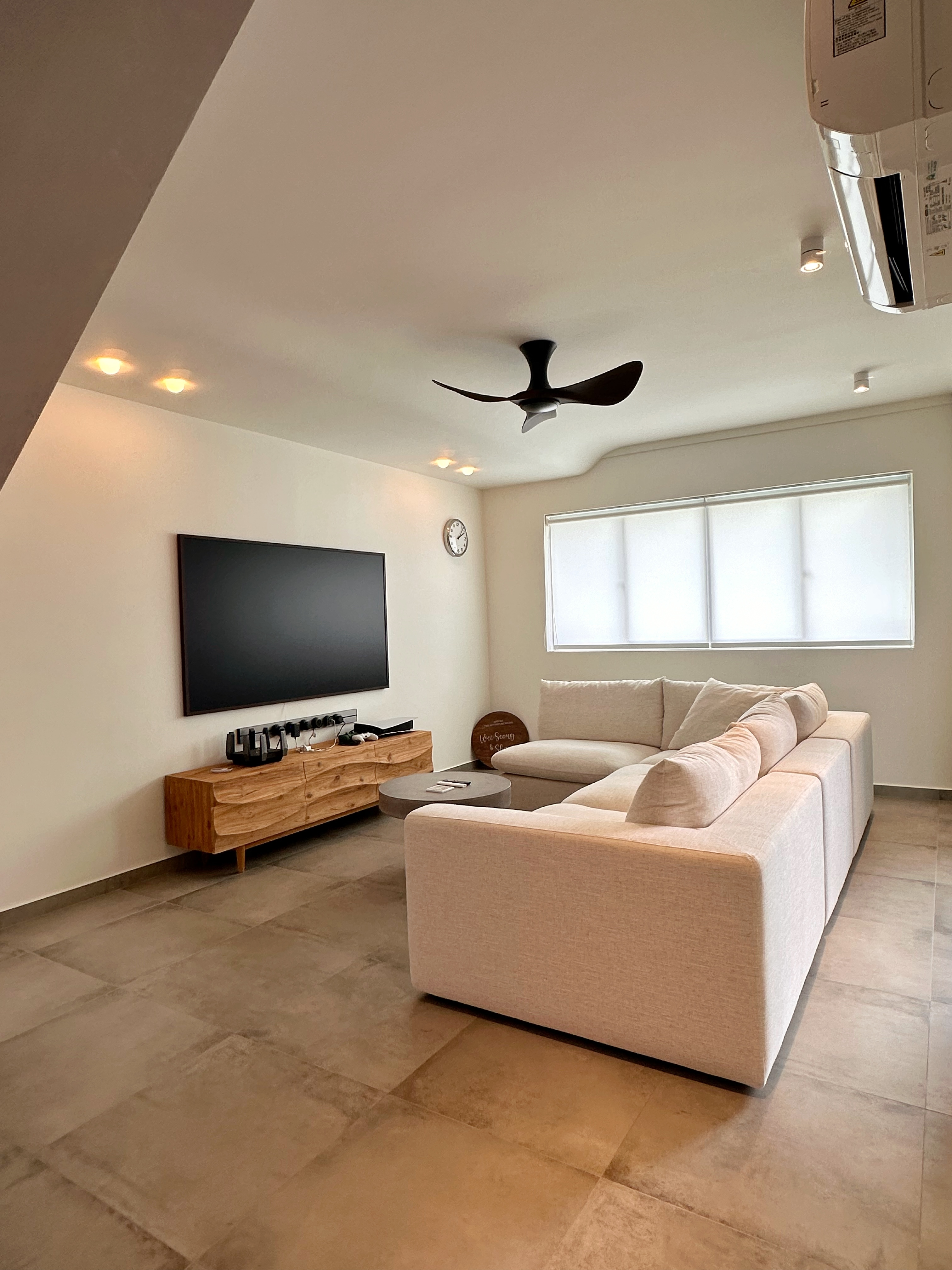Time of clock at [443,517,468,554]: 2:07
